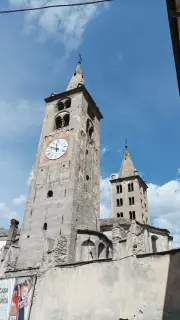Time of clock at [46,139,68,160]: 11:48
